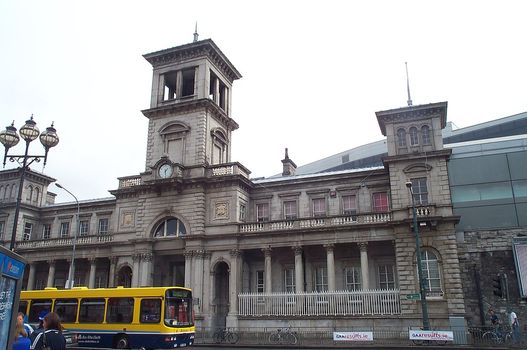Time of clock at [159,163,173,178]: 1:29
